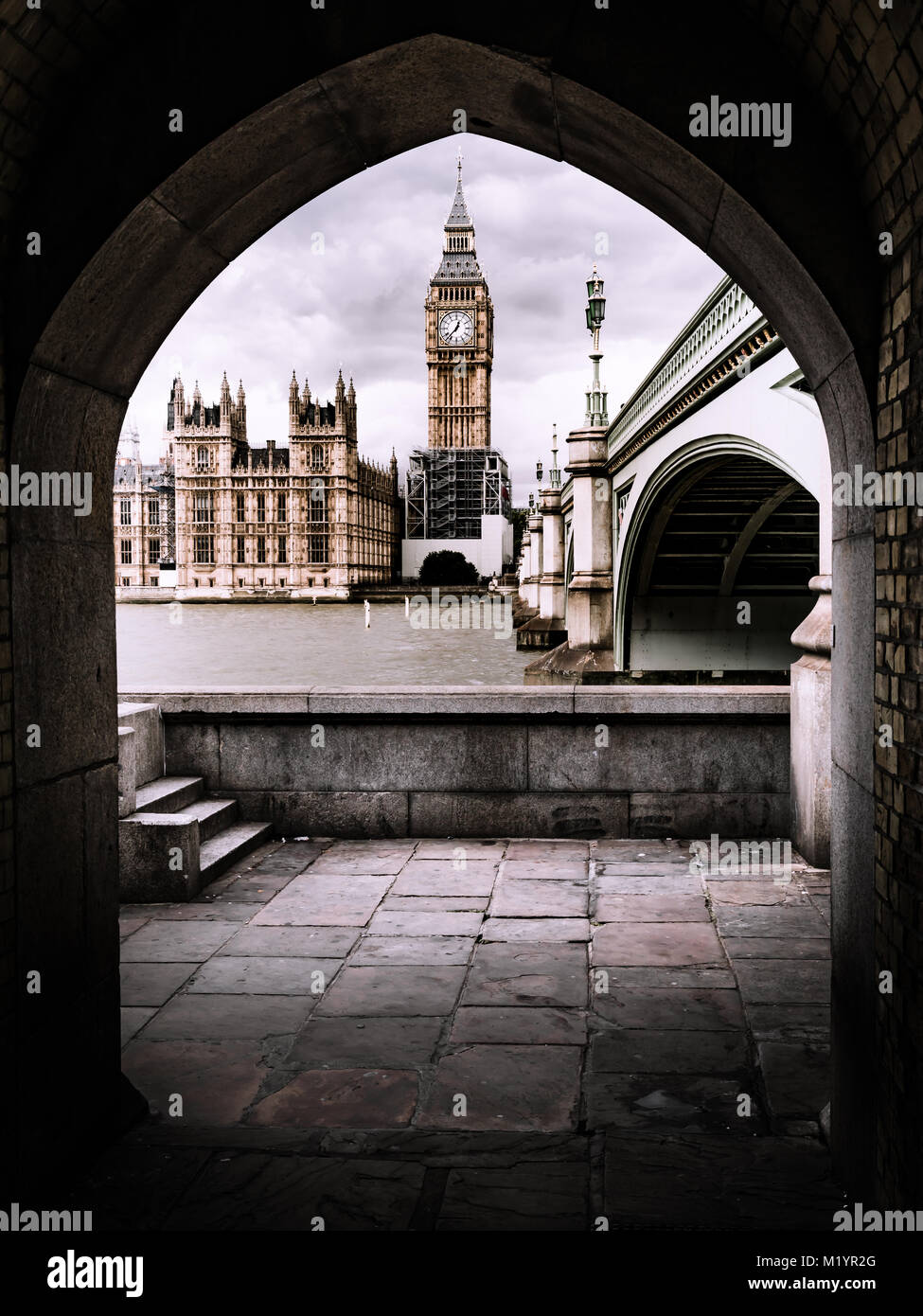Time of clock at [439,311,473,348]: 12:37
